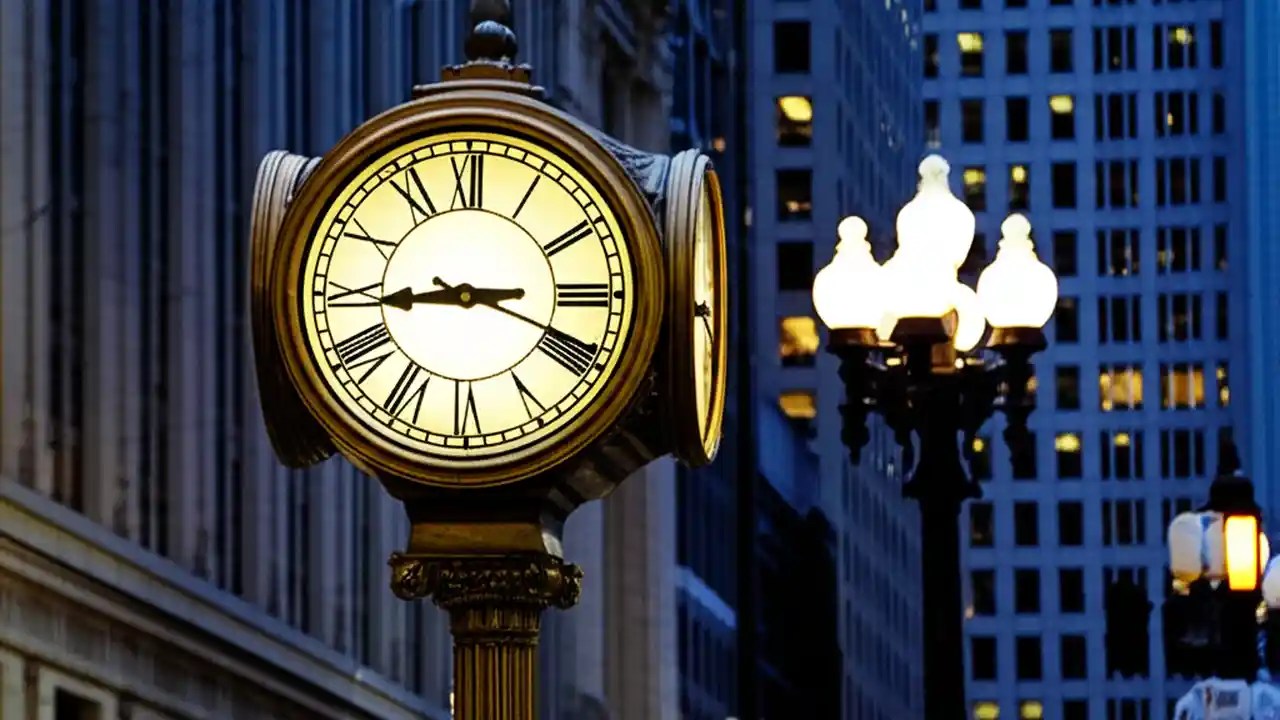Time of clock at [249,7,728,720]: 3:44
